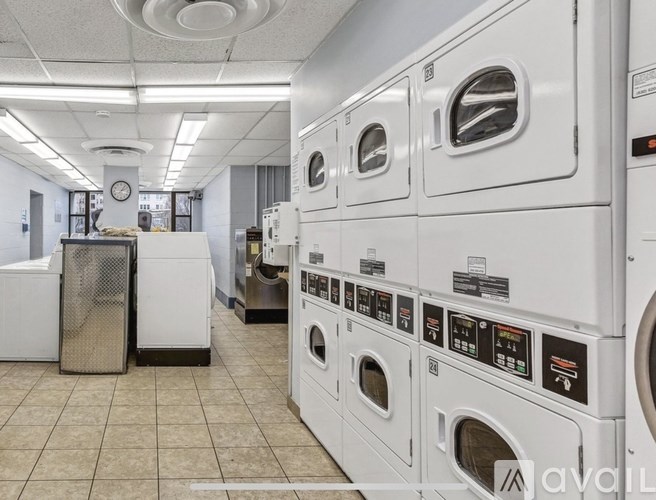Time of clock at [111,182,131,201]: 2:06
